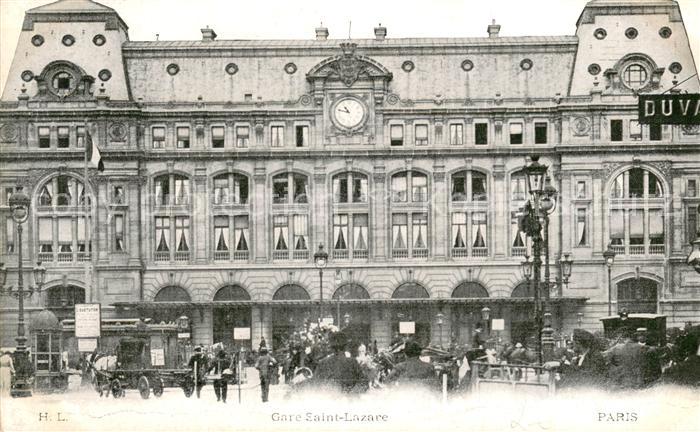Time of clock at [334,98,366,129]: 10:47
